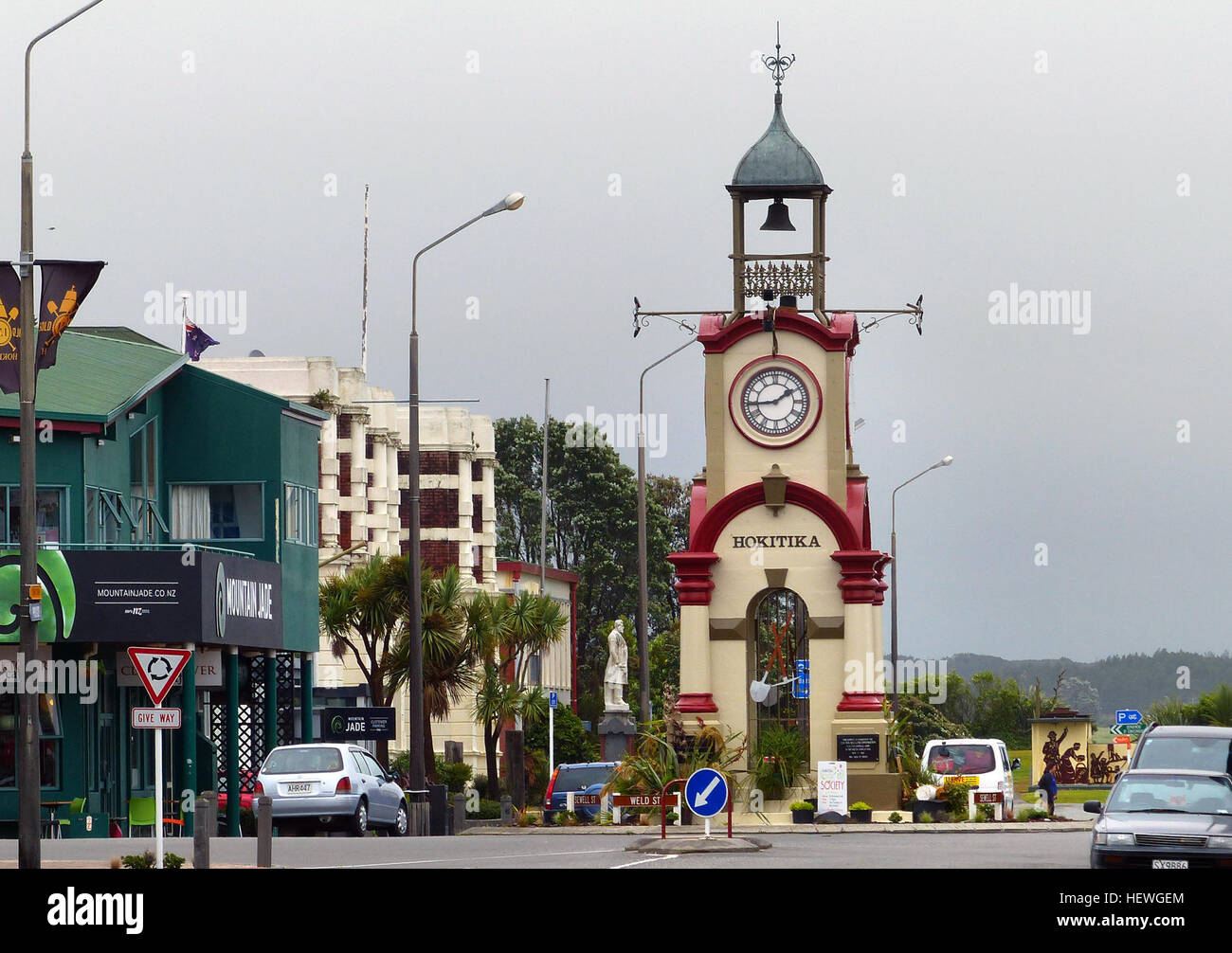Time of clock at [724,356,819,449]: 1:44
